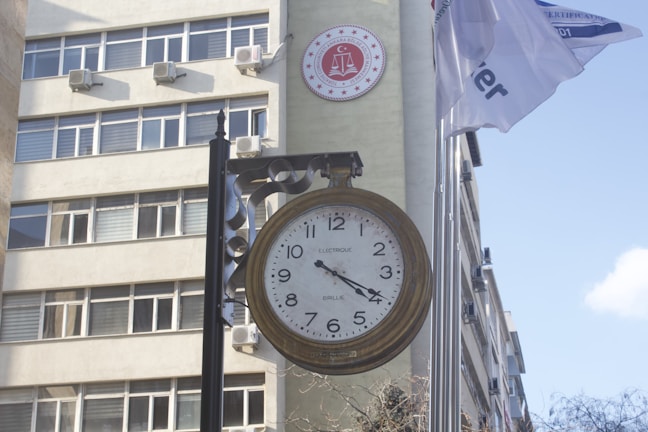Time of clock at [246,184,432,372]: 4:19
